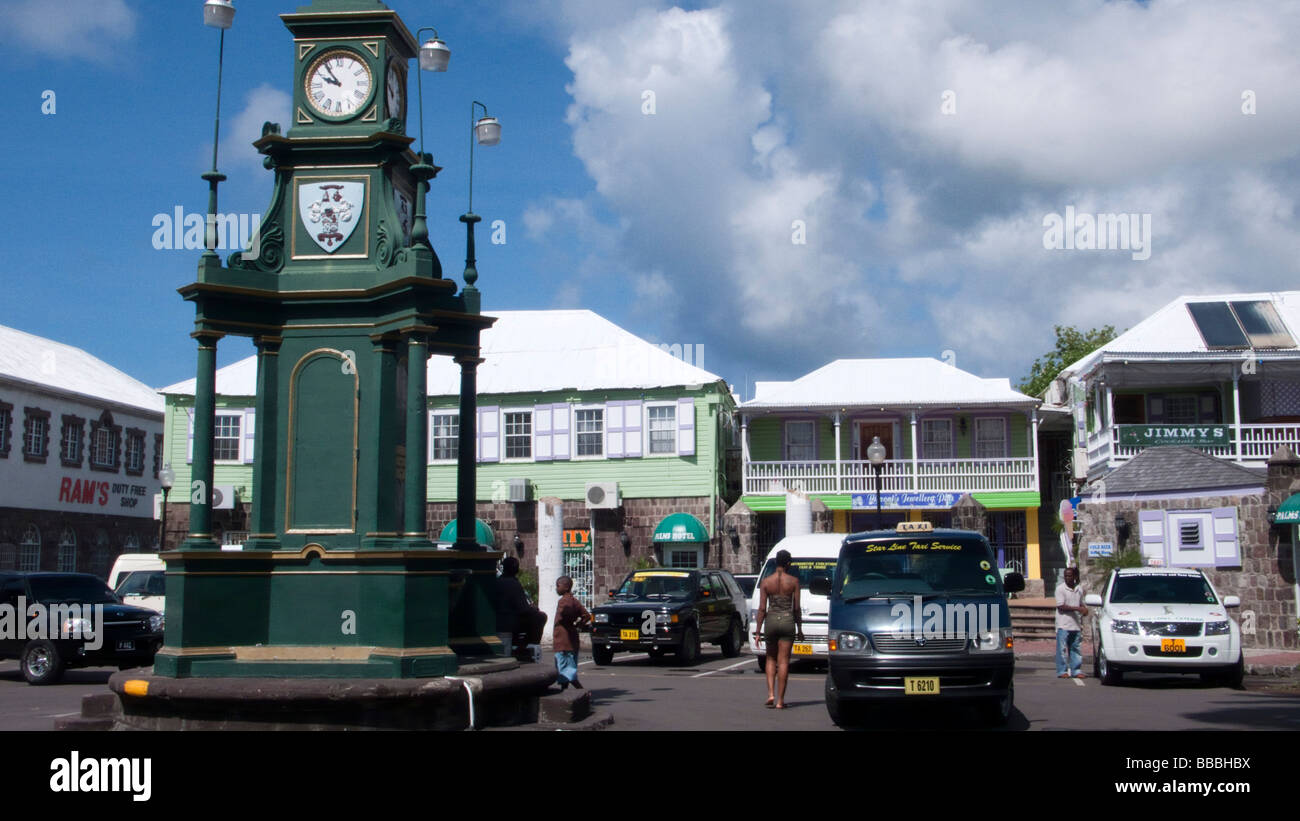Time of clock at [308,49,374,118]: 9:54
